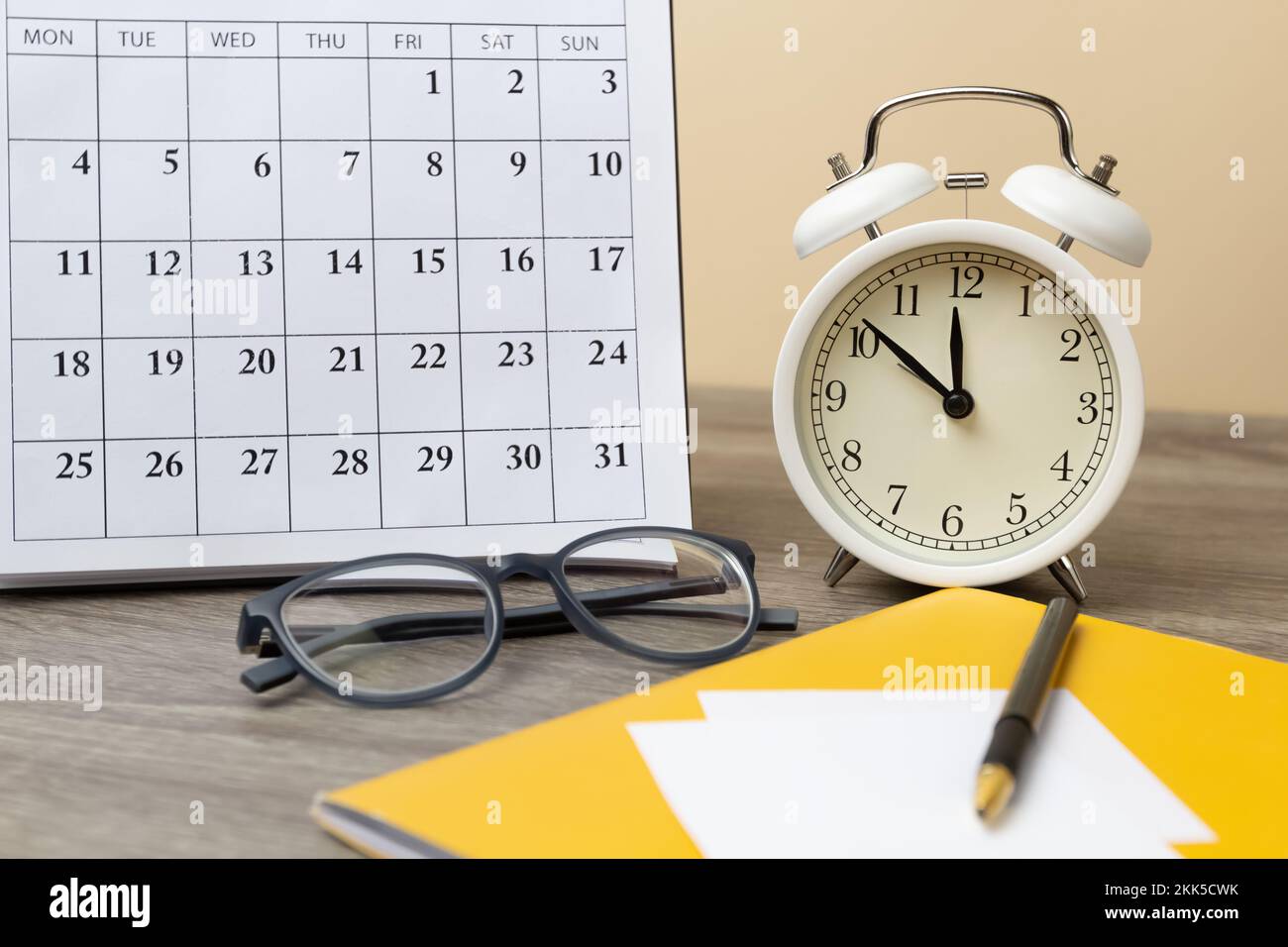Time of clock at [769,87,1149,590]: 11:51
